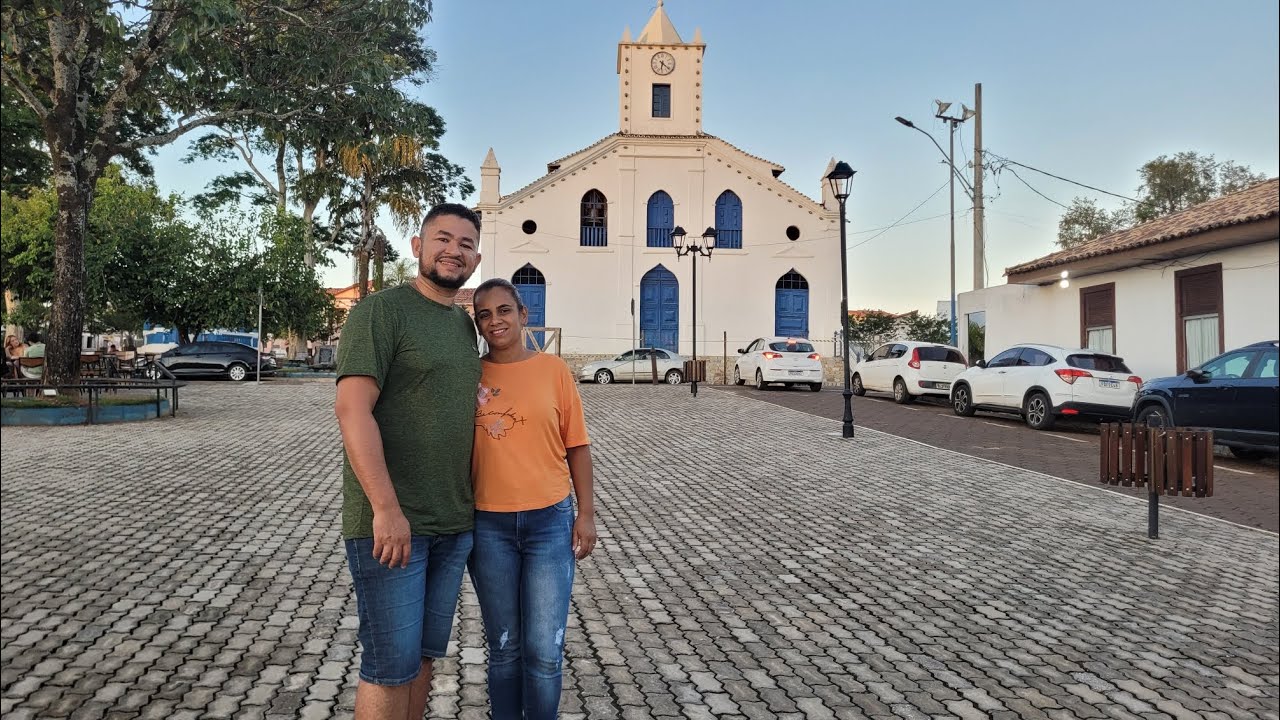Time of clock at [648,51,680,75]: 6:21
